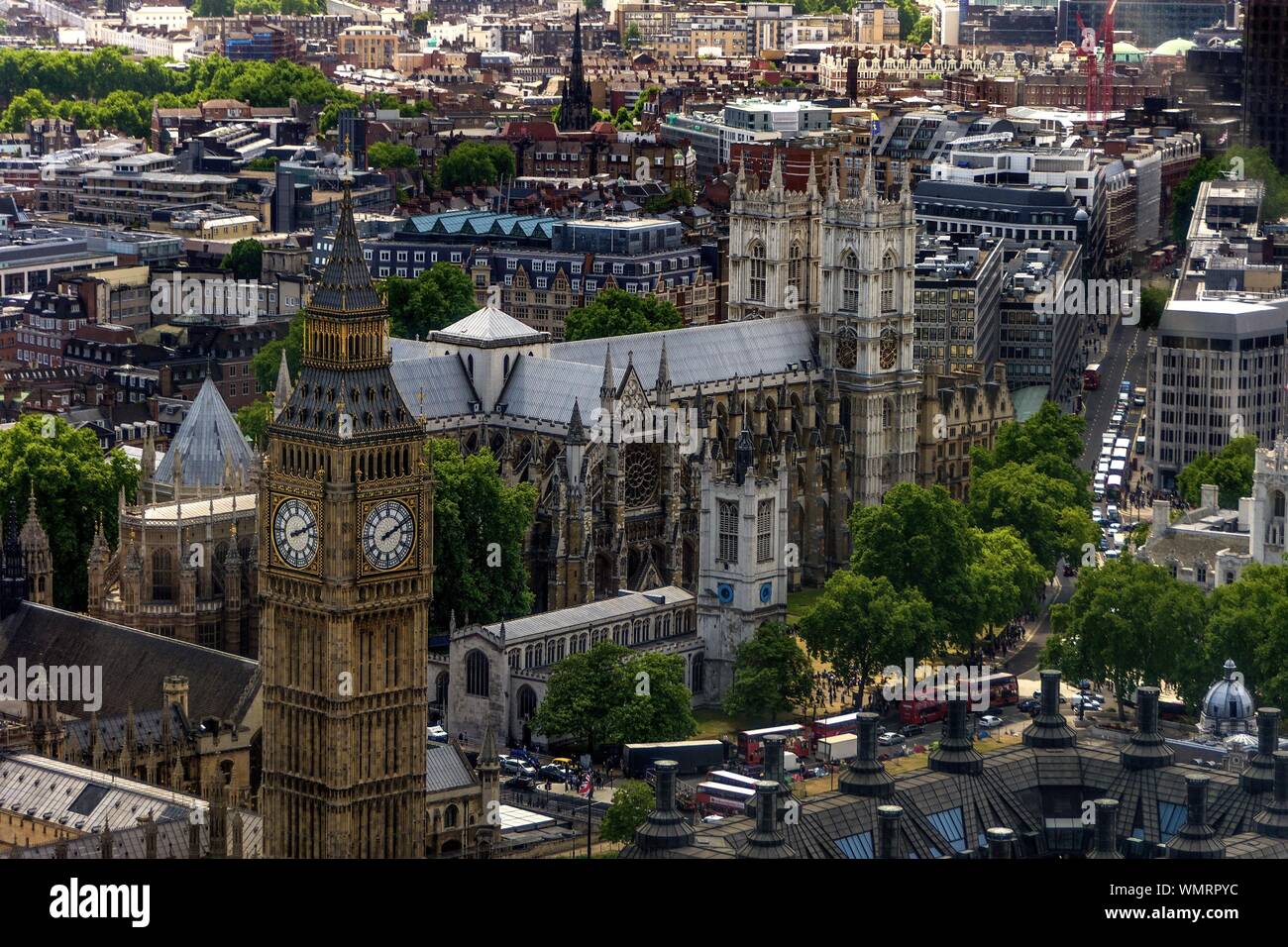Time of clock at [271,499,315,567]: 2:11
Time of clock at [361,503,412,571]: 2:11
